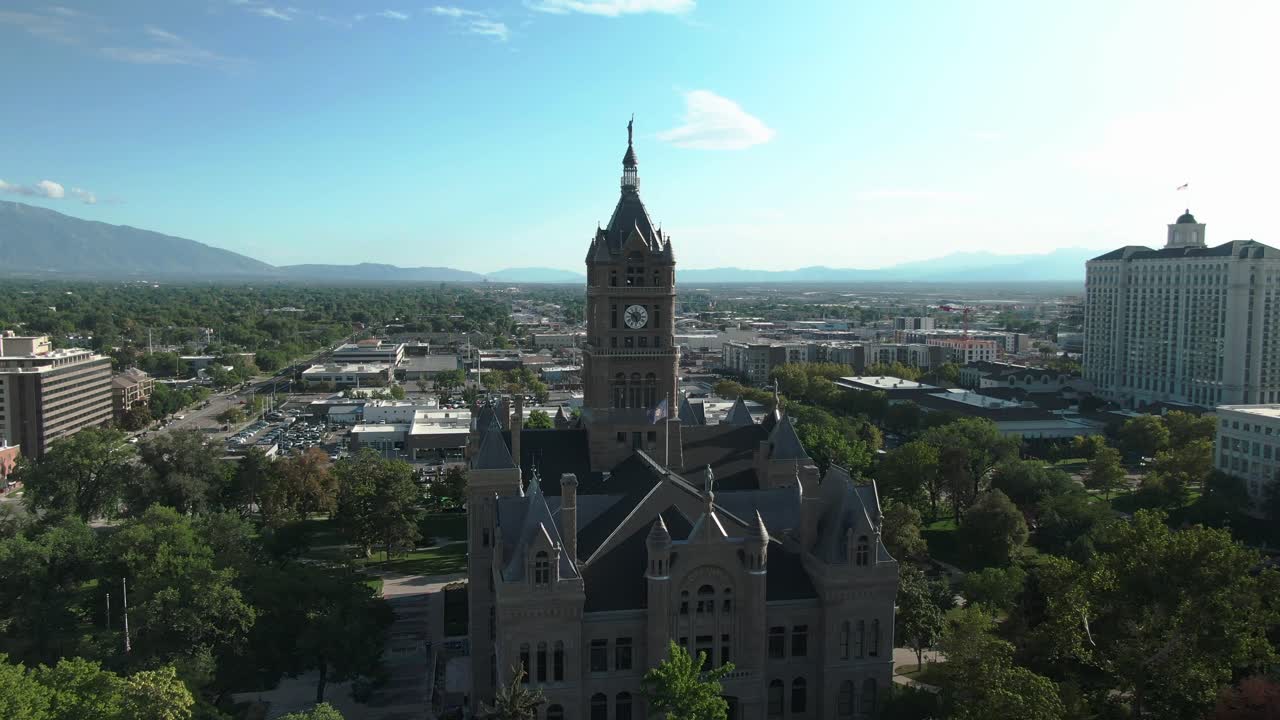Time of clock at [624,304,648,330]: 5:50
